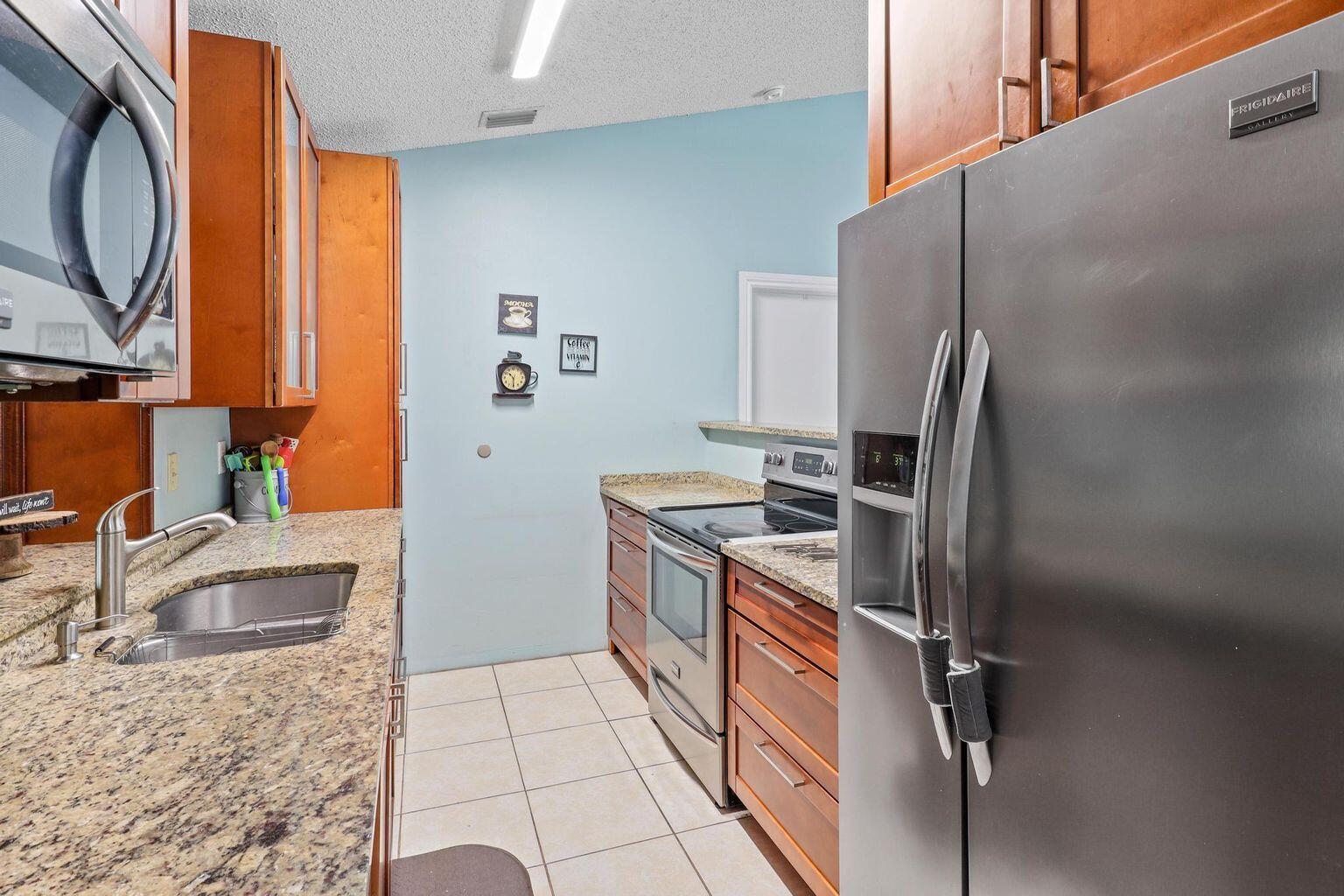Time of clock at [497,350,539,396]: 10:30
